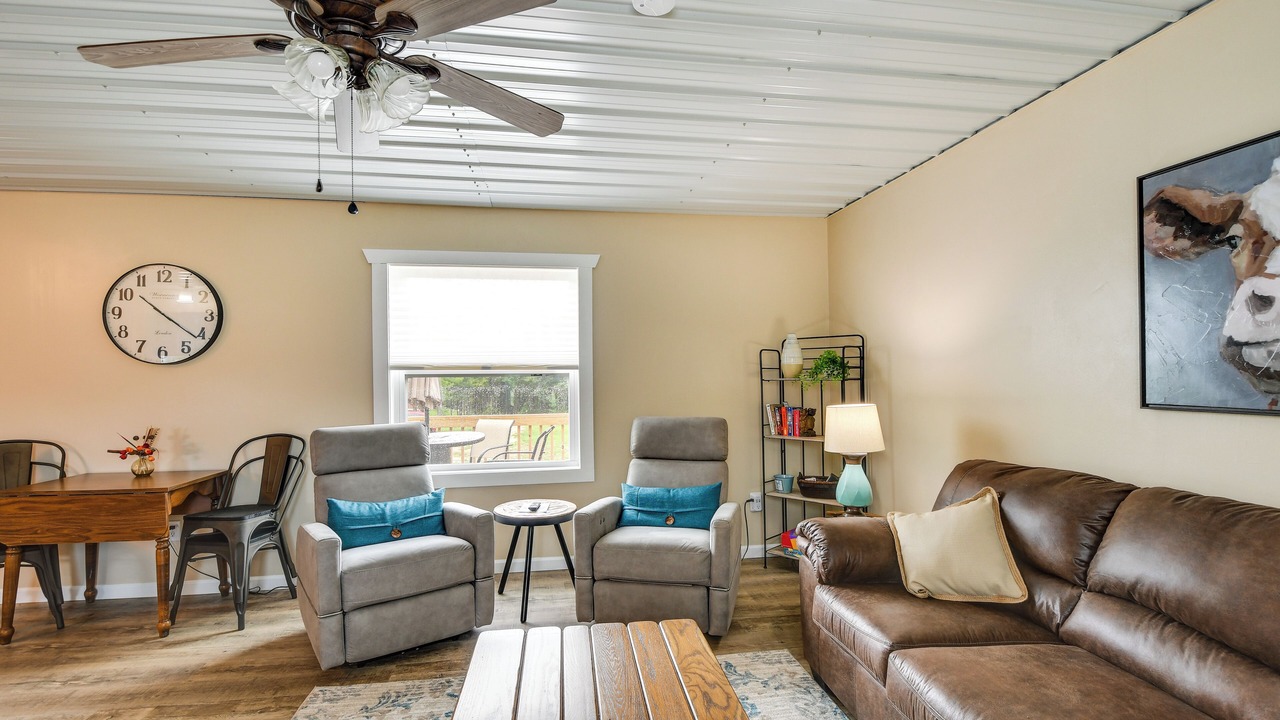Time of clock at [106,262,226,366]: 10:21
